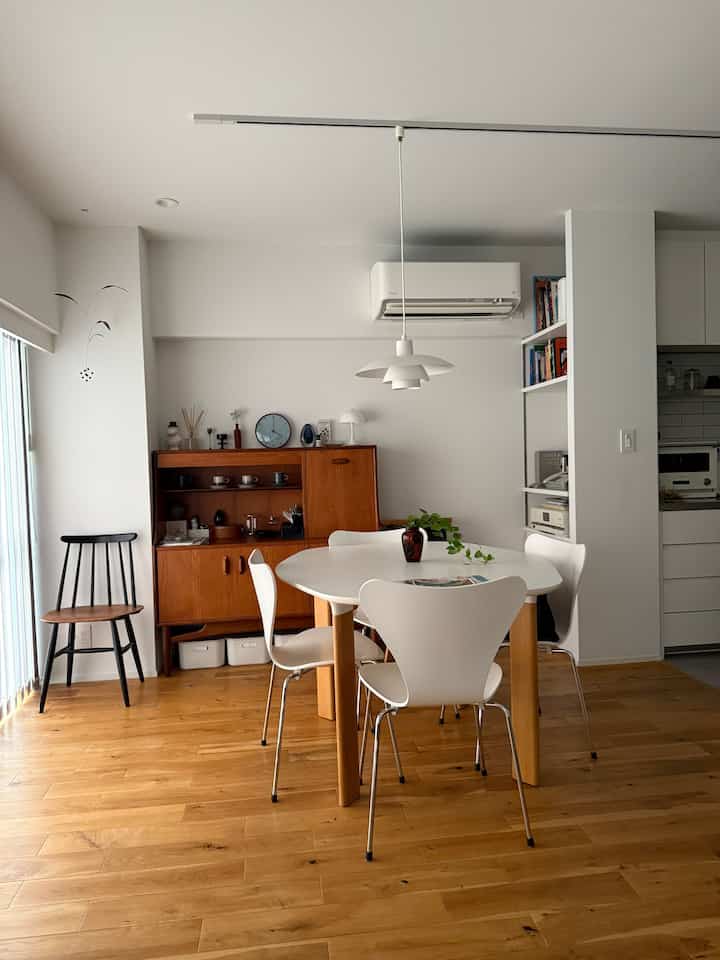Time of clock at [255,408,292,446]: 4:00
